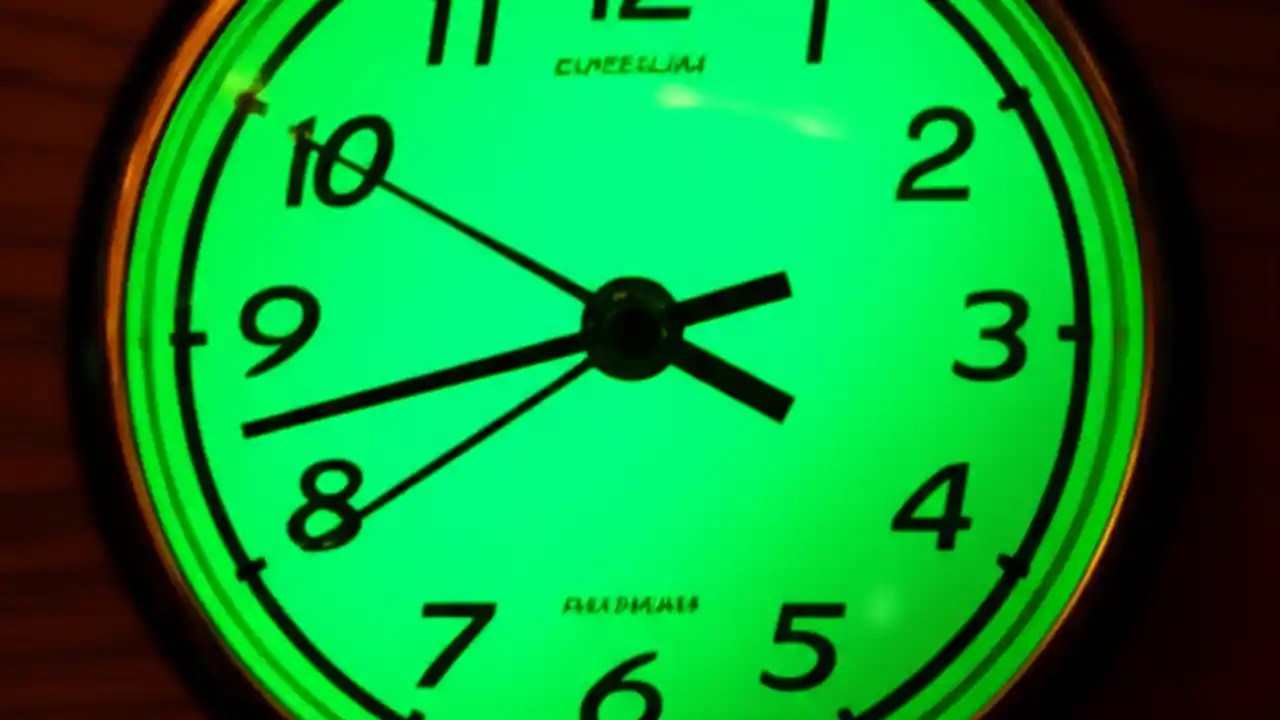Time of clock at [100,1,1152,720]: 3:42
